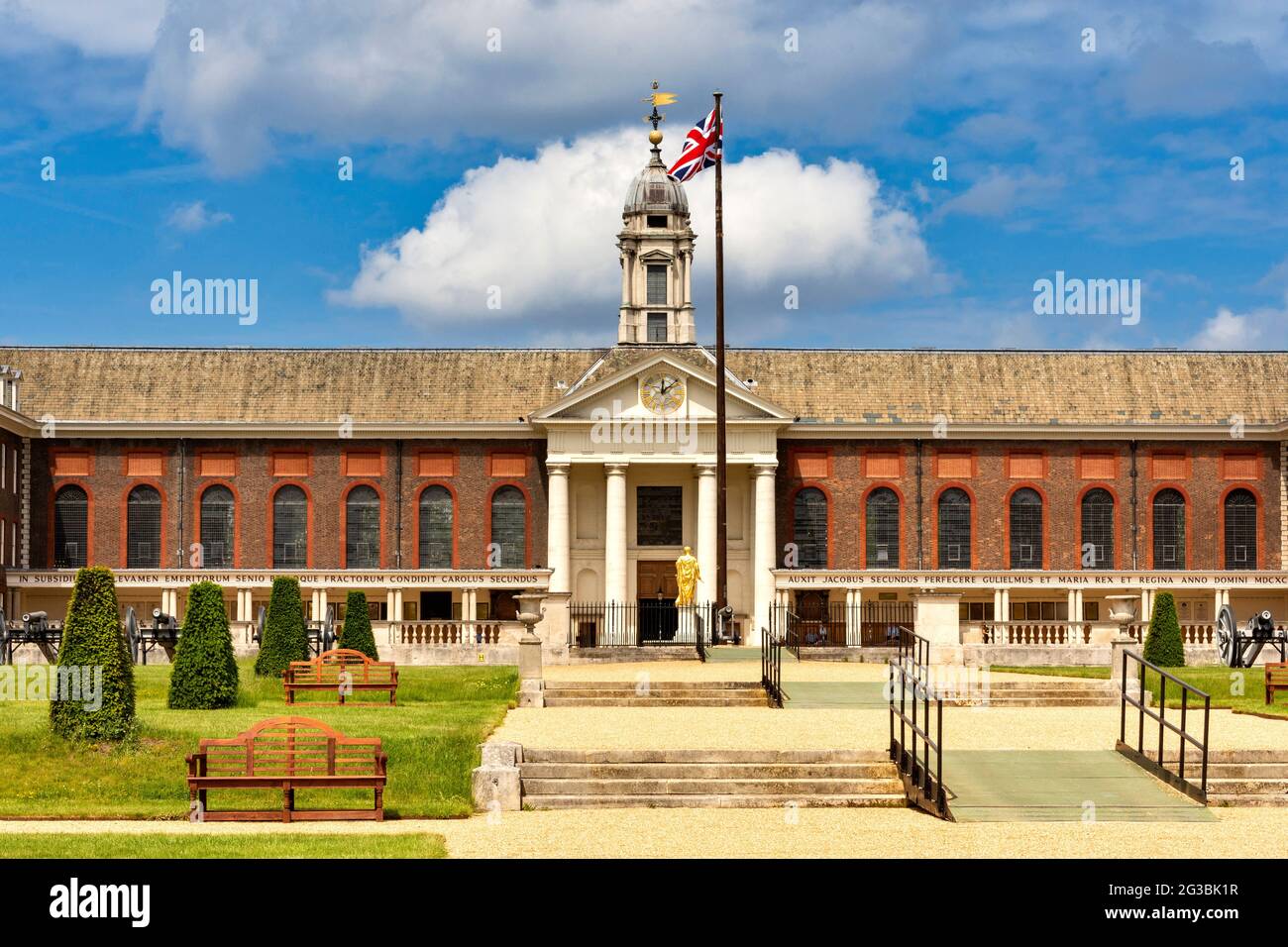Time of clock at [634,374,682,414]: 12:07
